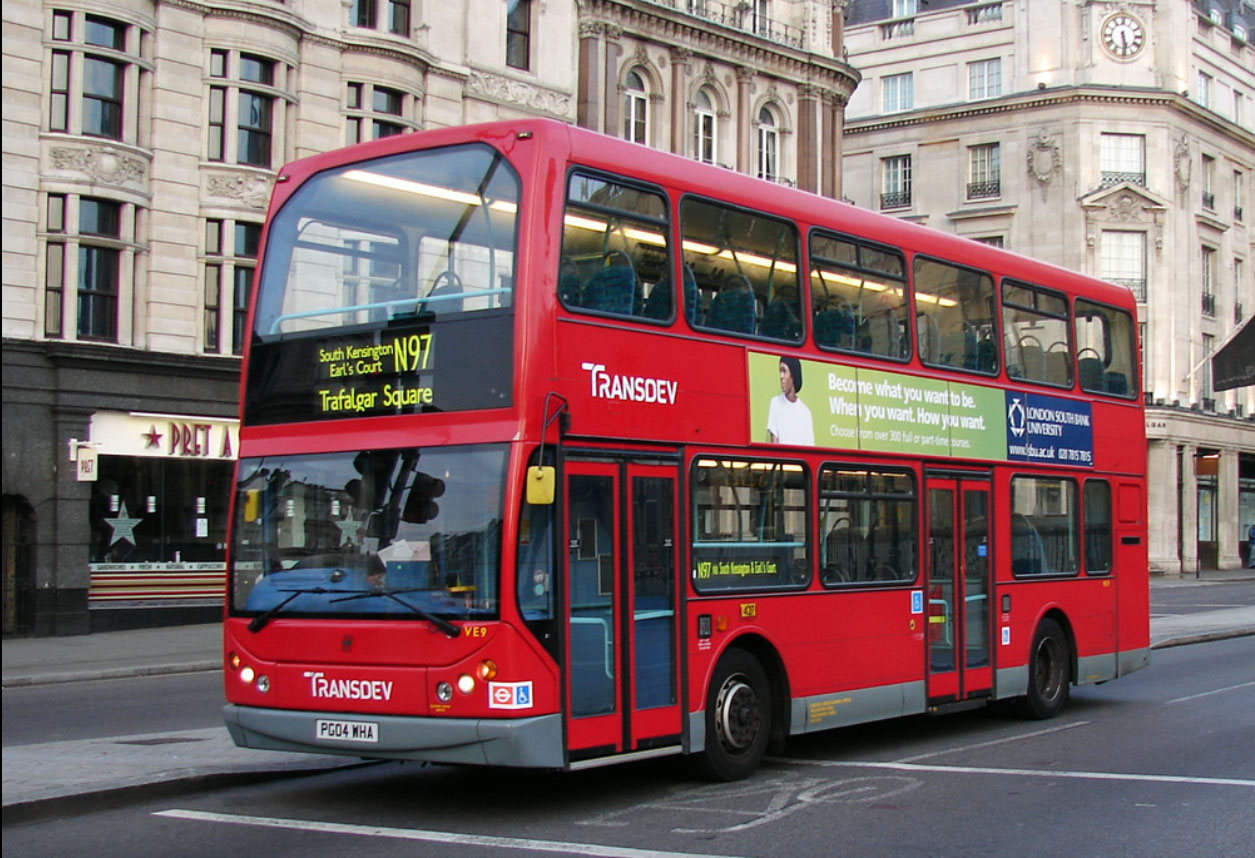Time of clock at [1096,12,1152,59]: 5:29
